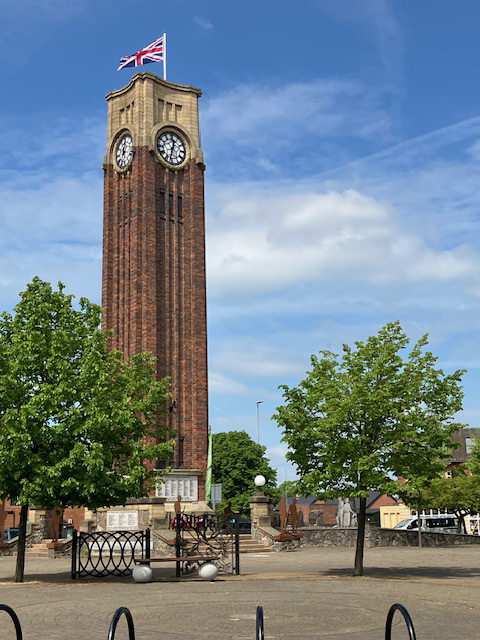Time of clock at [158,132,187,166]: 12:32
